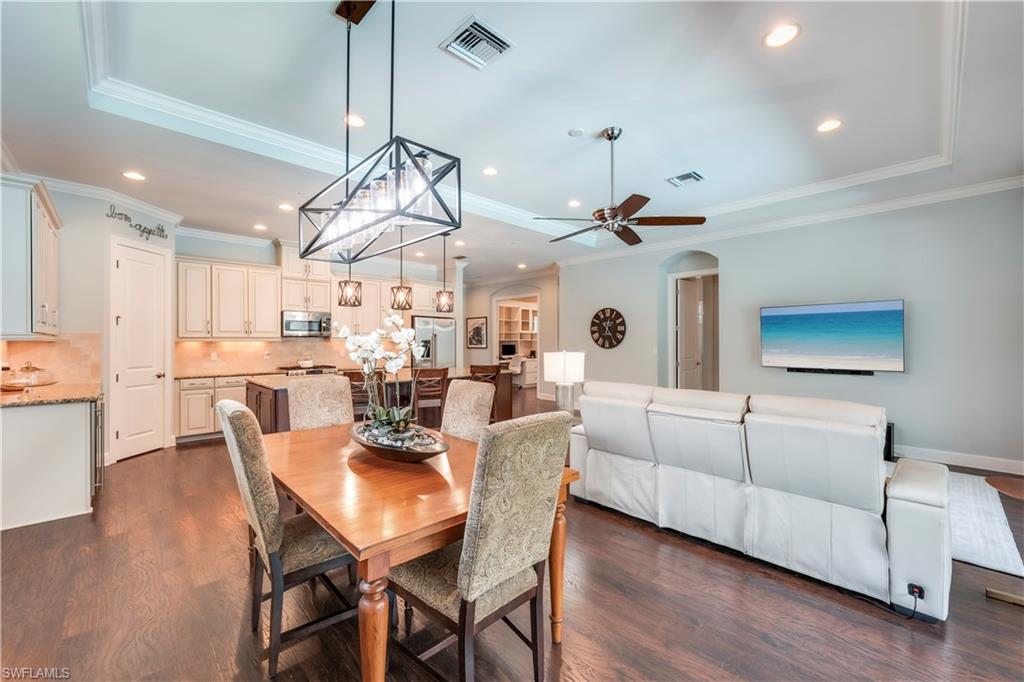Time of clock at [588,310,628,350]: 12:24
